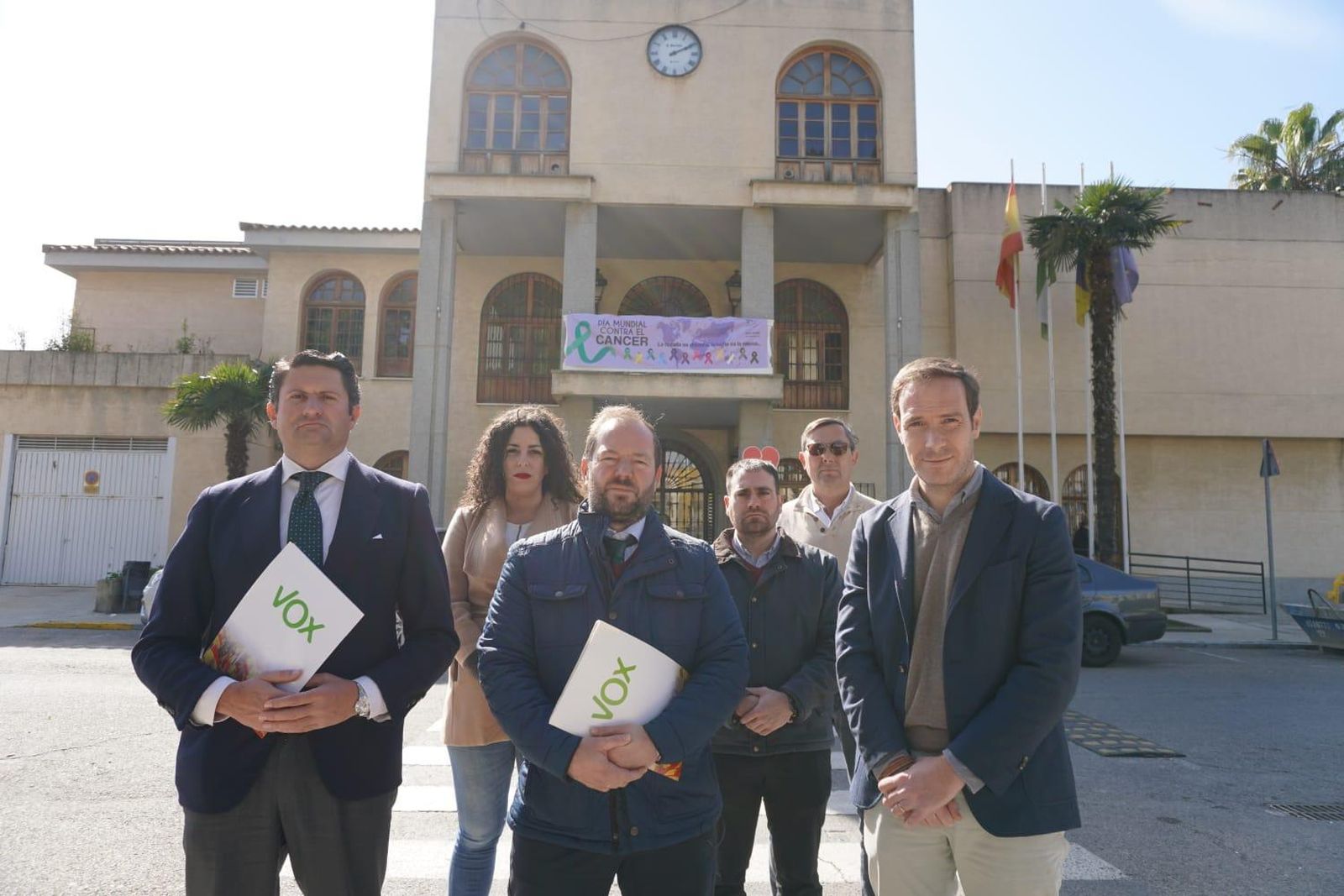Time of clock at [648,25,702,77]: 2:10
